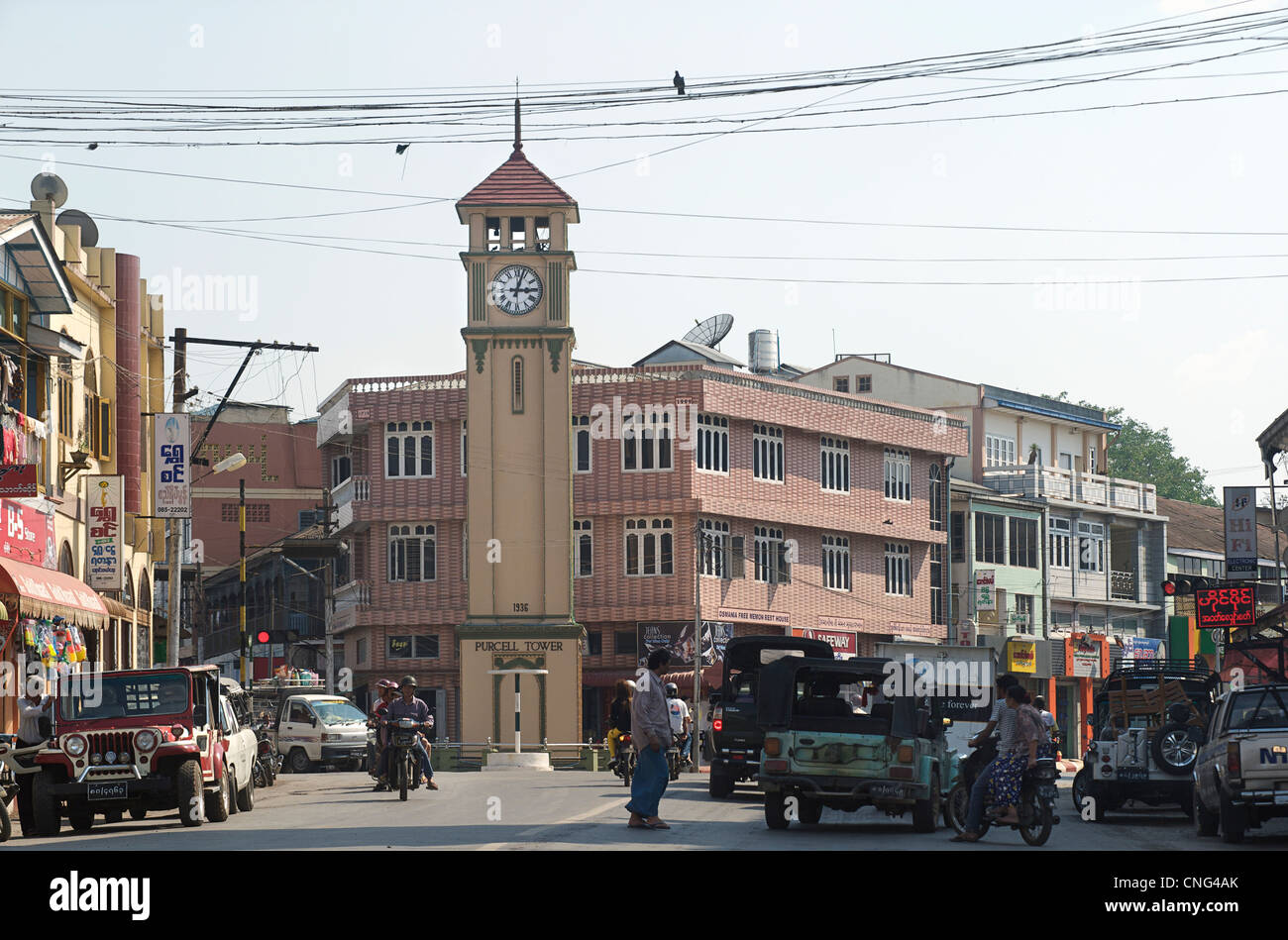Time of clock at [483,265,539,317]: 3:02
